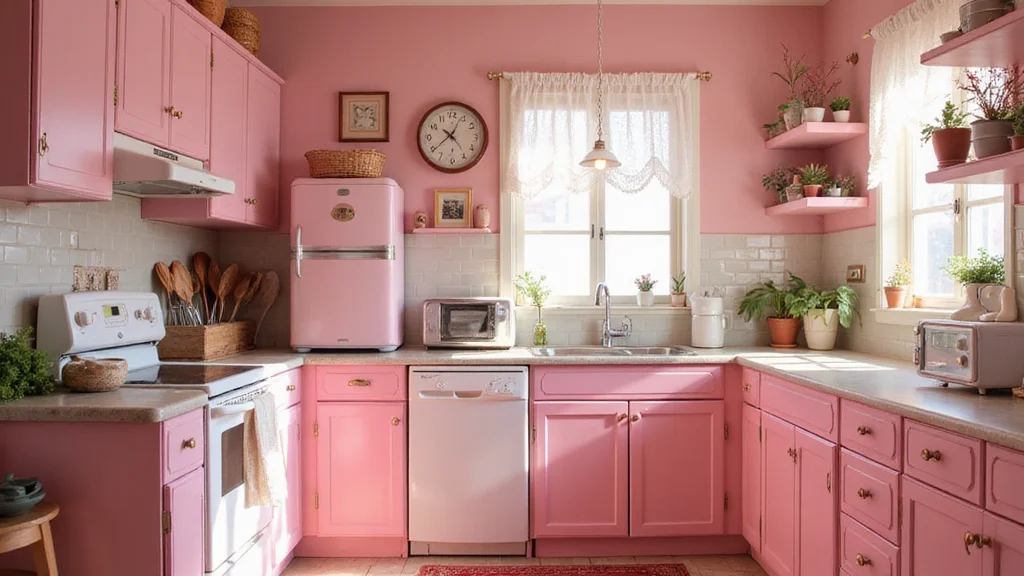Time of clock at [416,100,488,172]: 10:04
